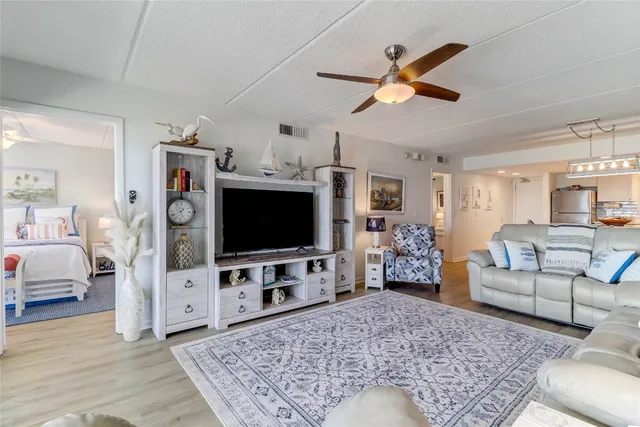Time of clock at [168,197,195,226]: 1:26
